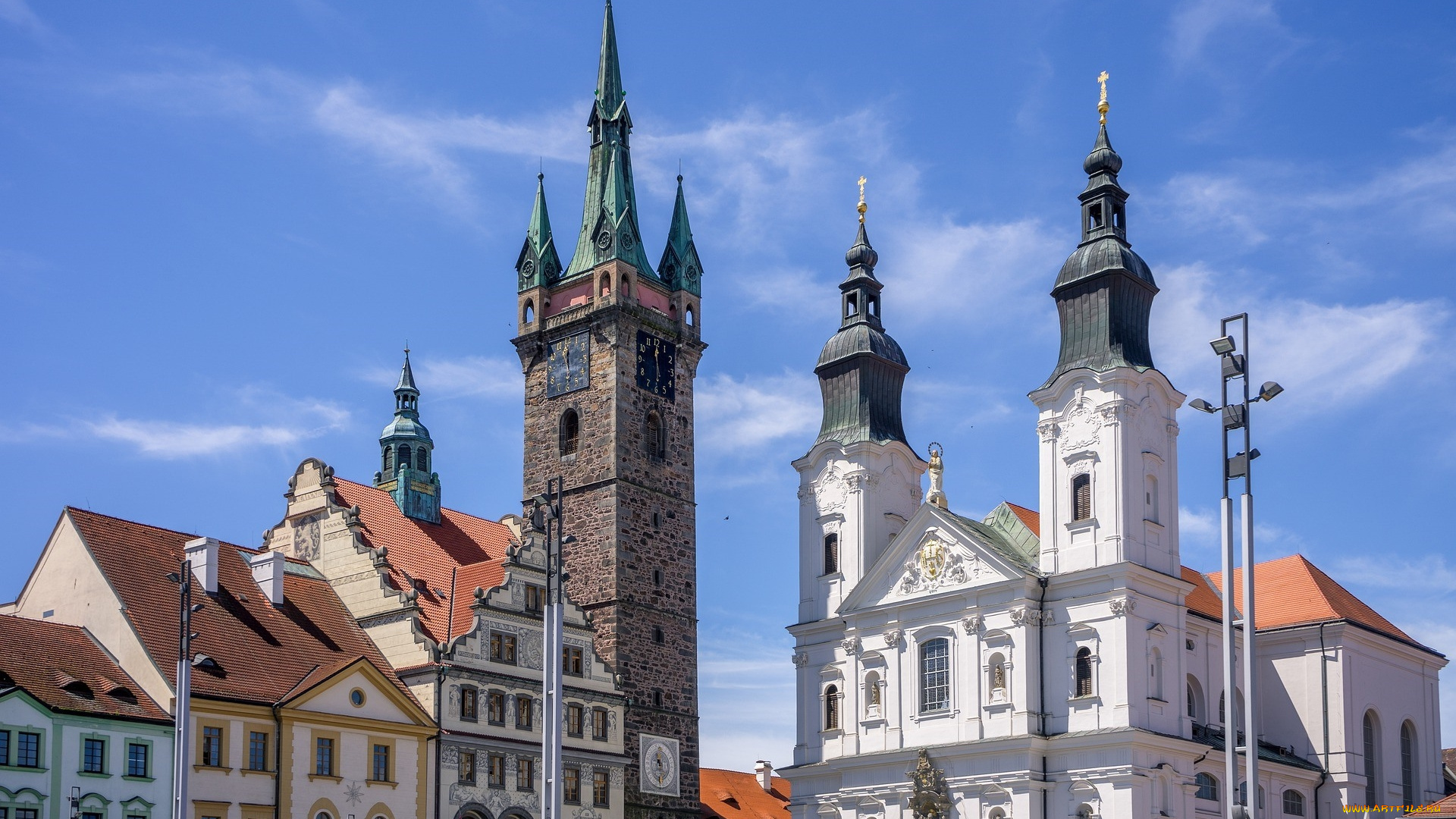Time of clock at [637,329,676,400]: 5:59
